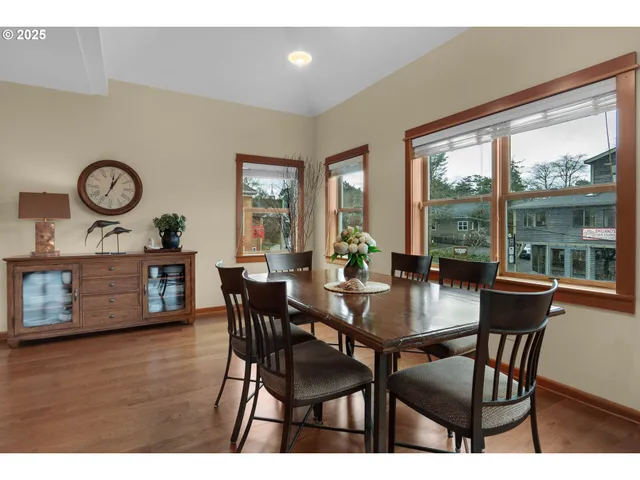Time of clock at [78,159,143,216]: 12:04
